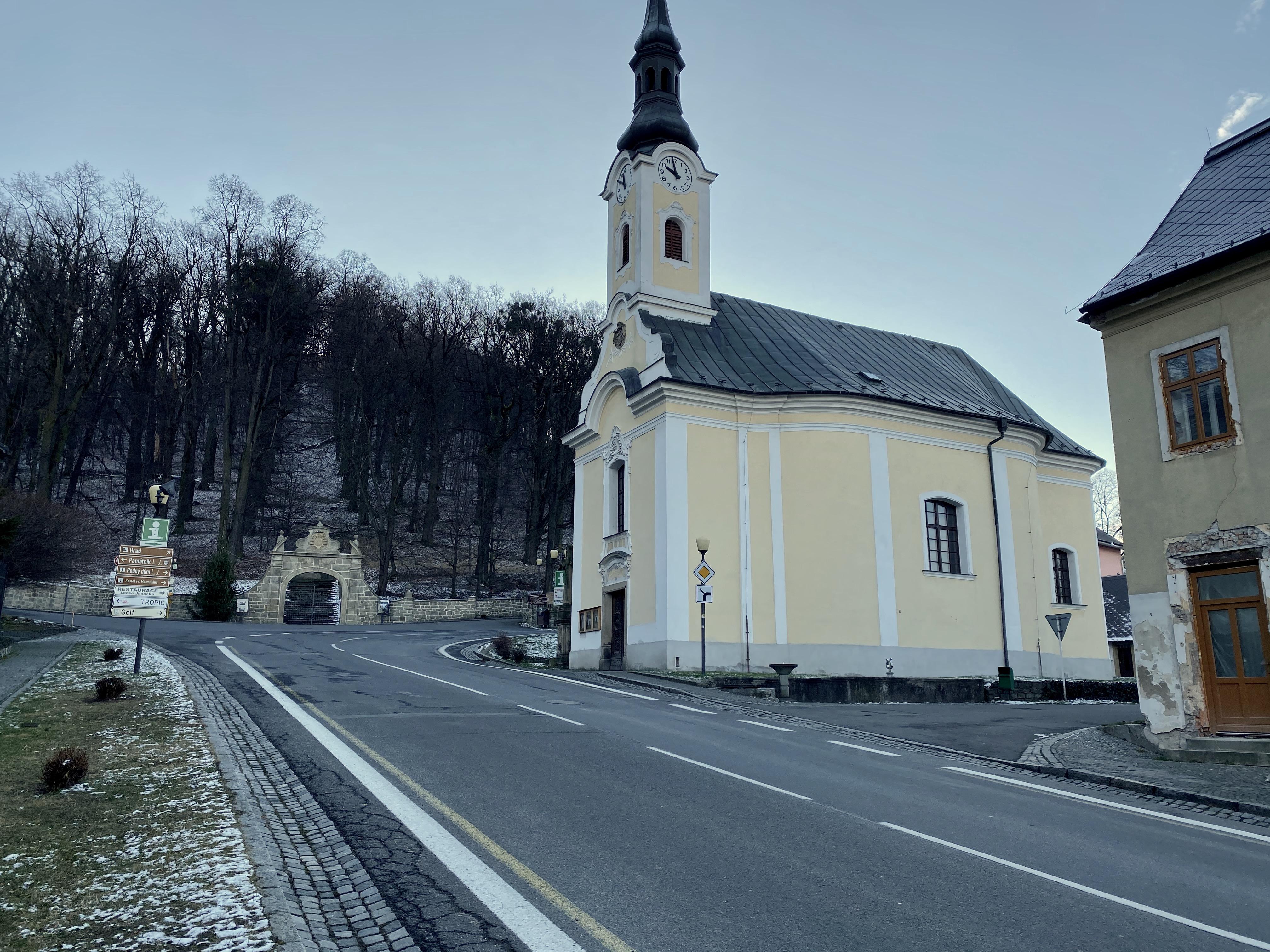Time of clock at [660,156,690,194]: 9:58
